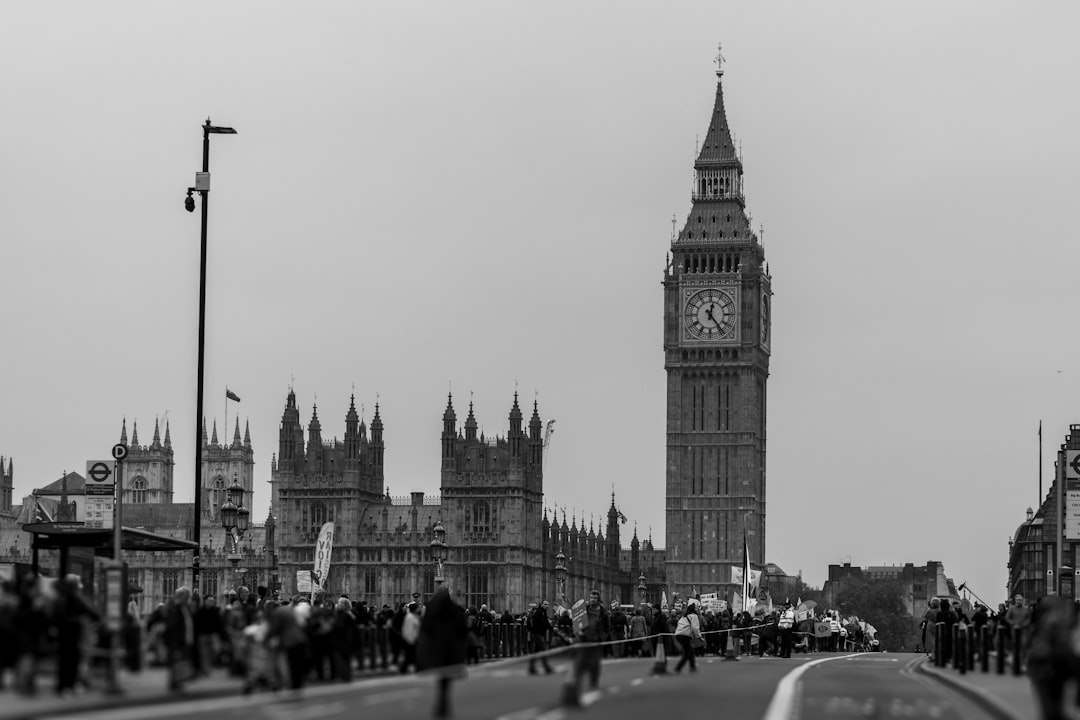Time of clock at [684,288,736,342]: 12:23
